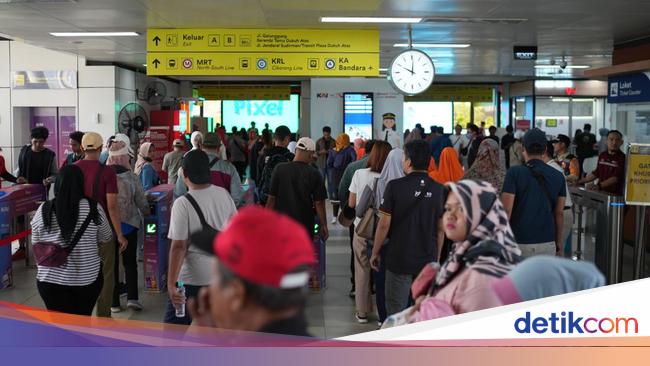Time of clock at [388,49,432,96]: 10:00
